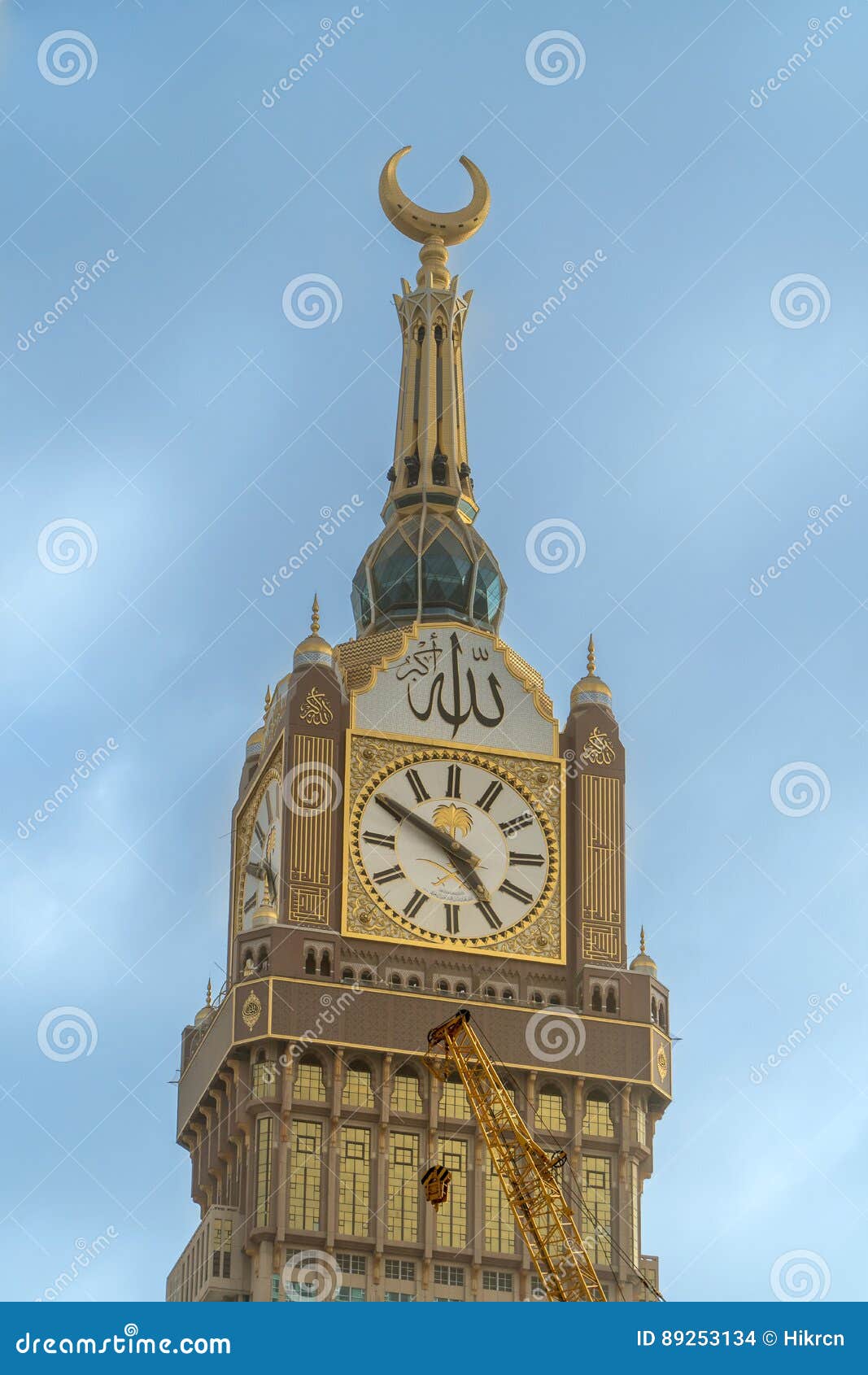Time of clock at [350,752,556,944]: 4:50
